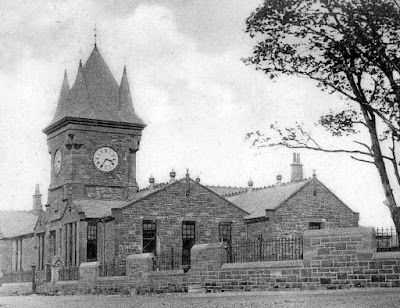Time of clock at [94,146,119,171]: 3:35
